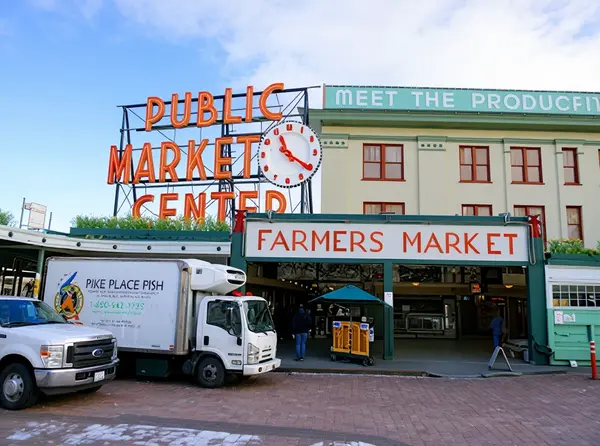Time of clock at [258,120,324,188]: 11:20
